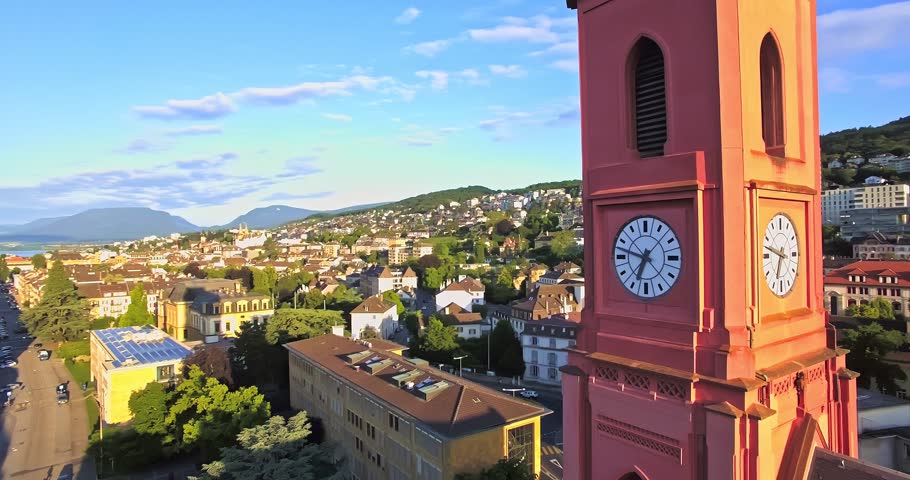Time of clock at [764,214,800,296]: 6:47
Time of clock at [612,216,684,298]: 6:47
